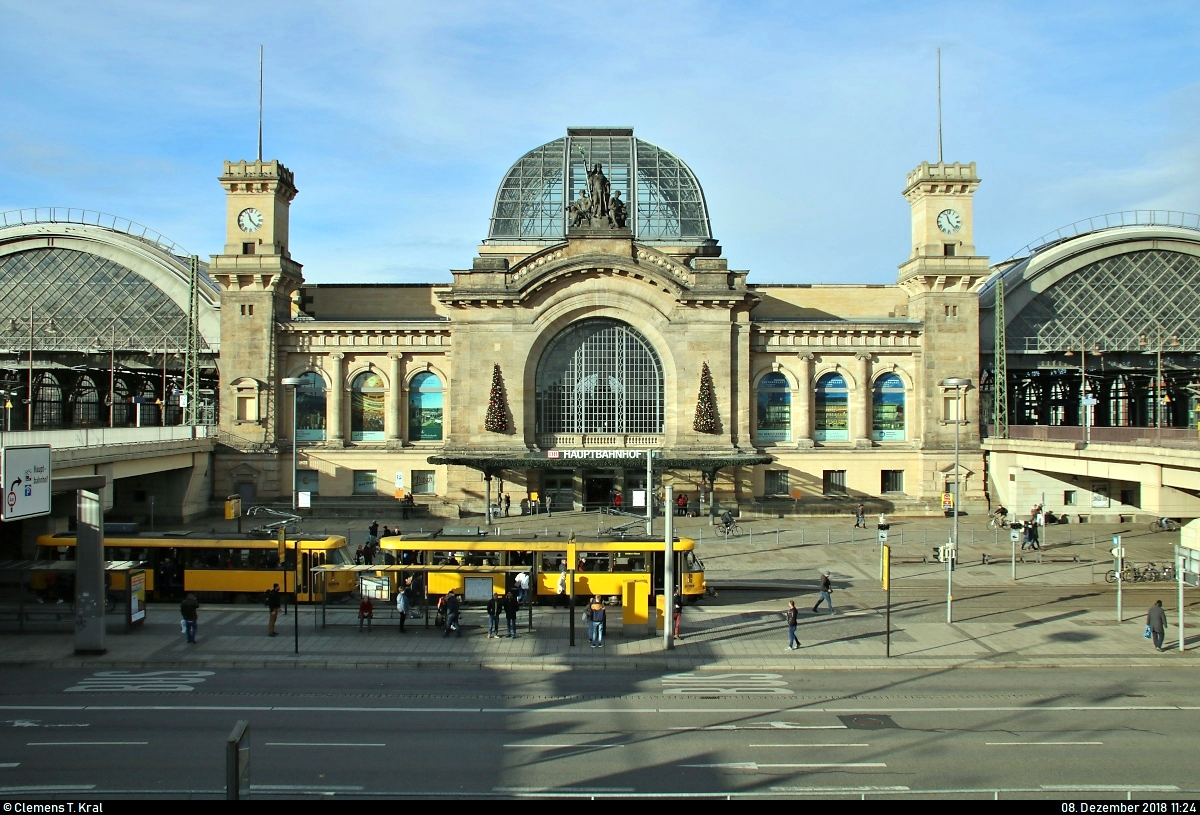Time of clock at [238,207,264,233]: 11:22
